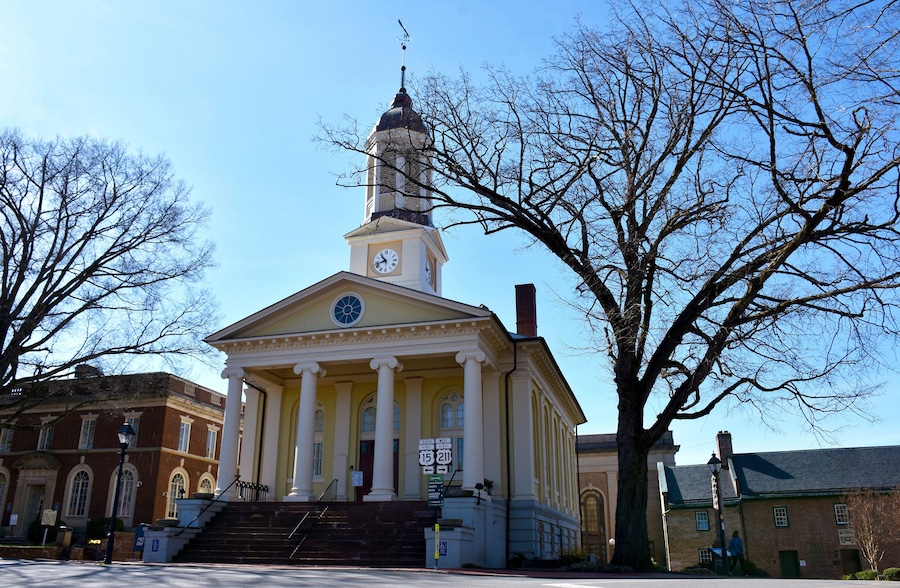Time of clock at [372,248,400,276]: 10:42
